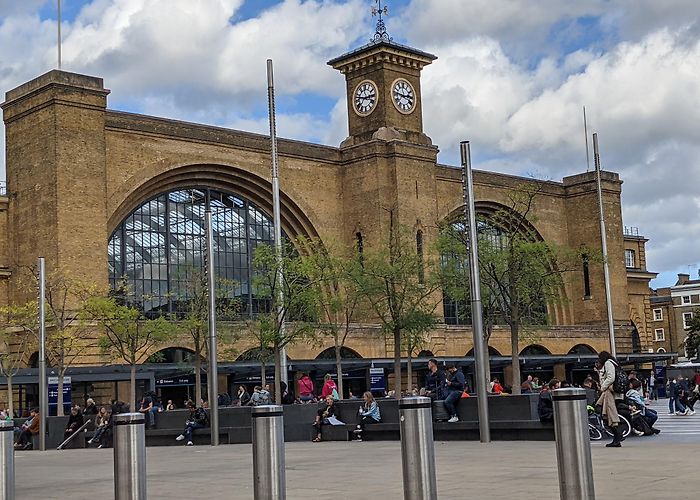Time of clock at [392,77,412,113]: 2:46
